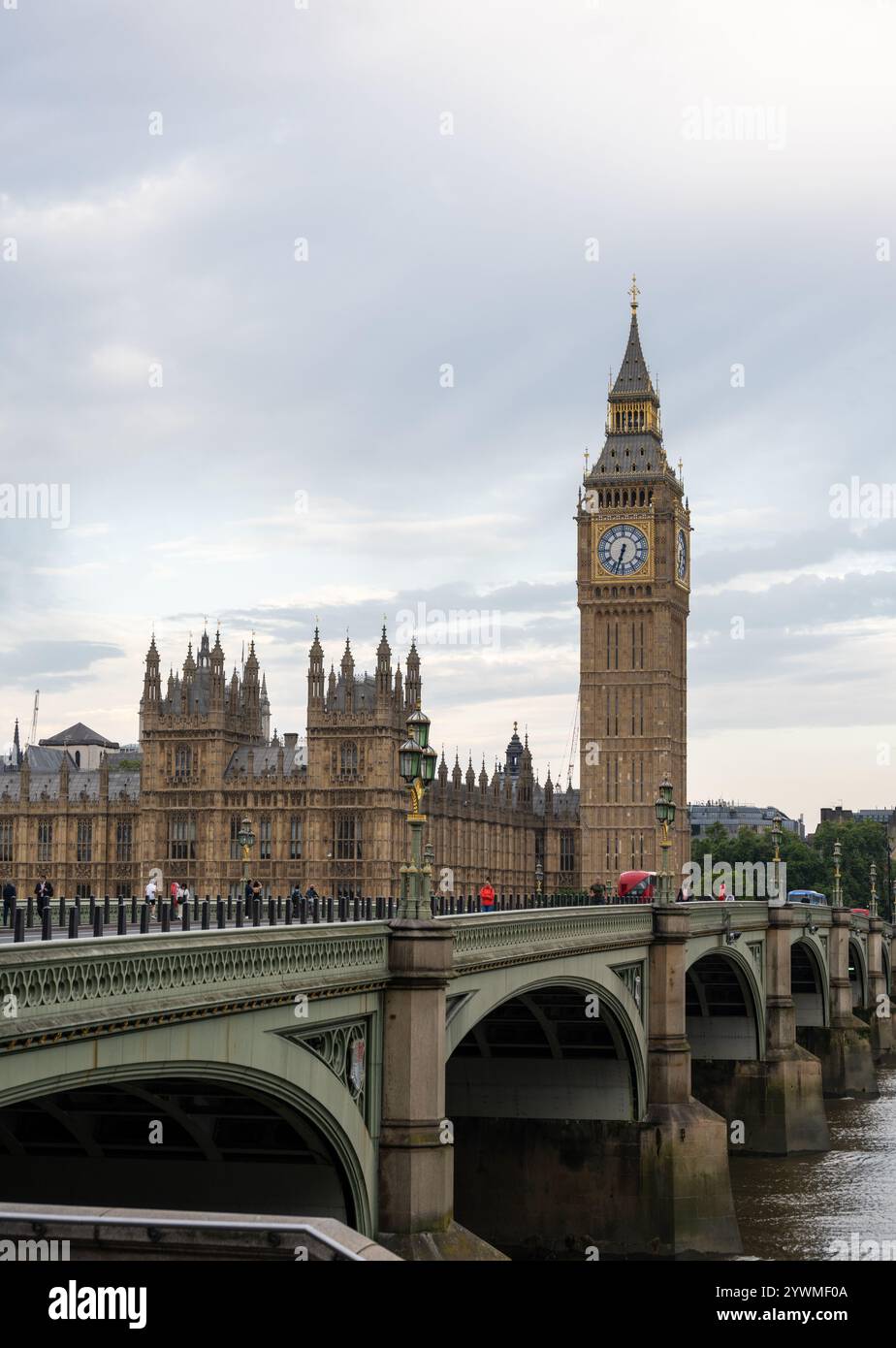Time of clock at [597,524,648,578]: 6:32
